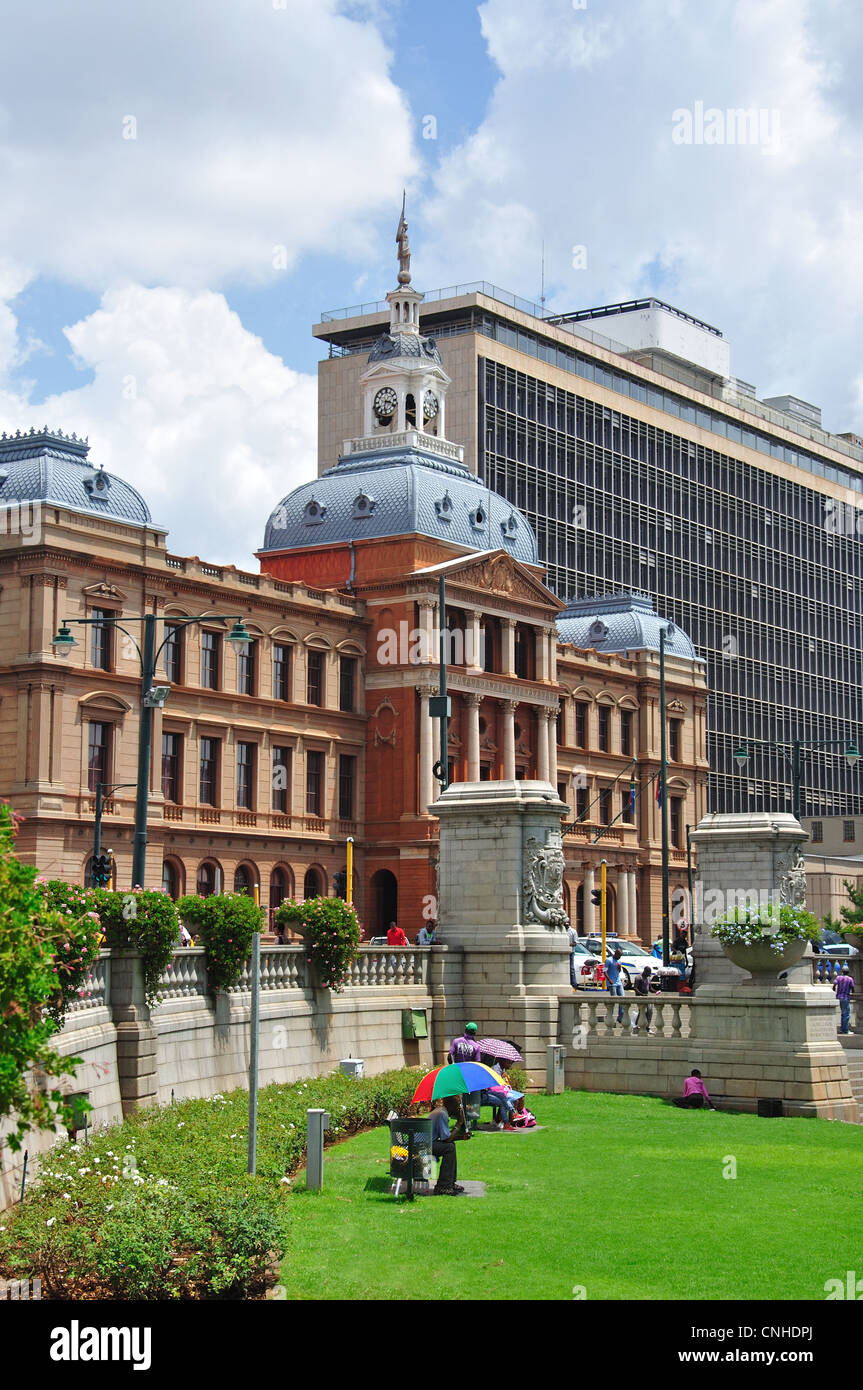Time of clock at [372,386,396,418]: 3:32
